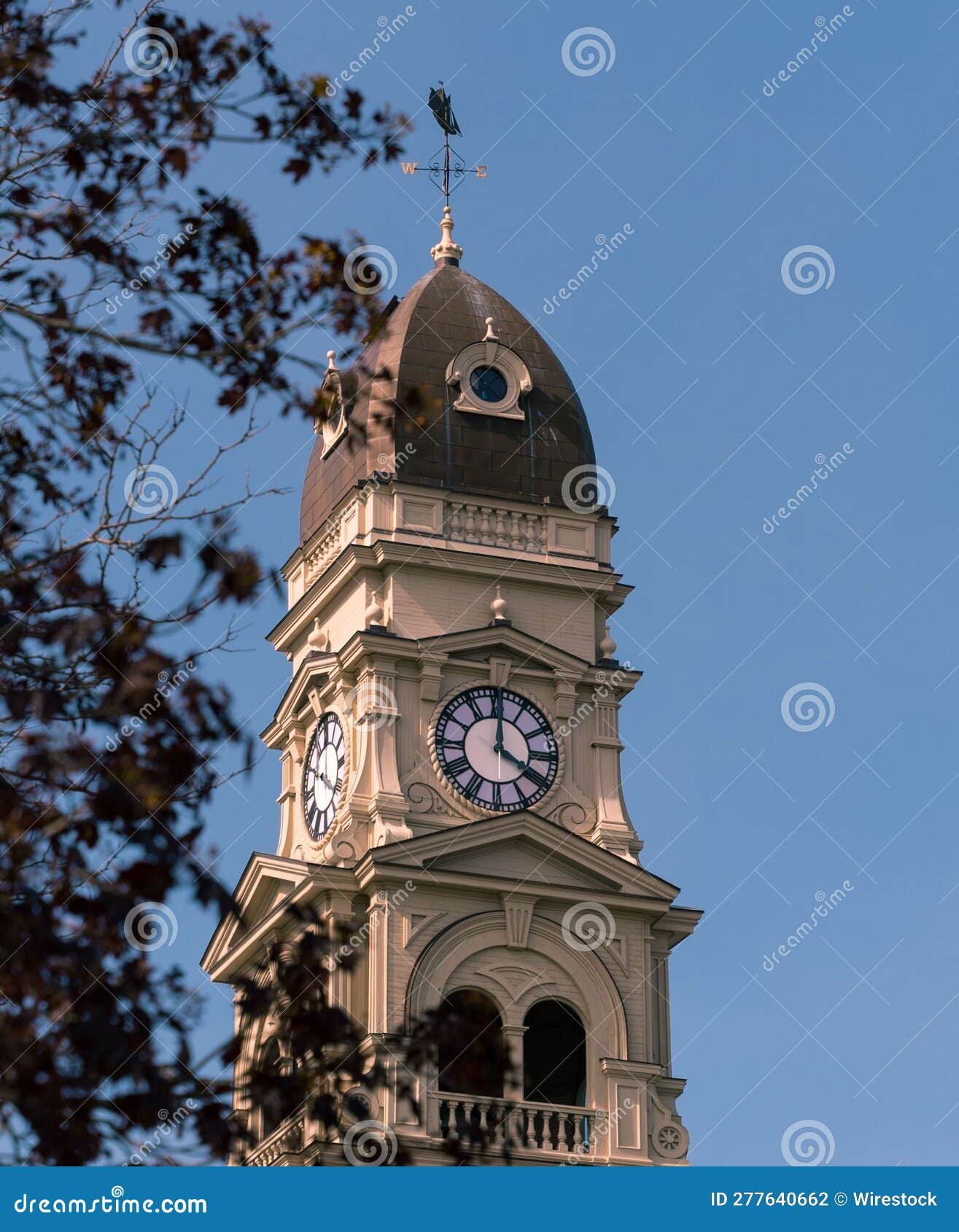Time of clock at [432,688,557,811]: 4:00
